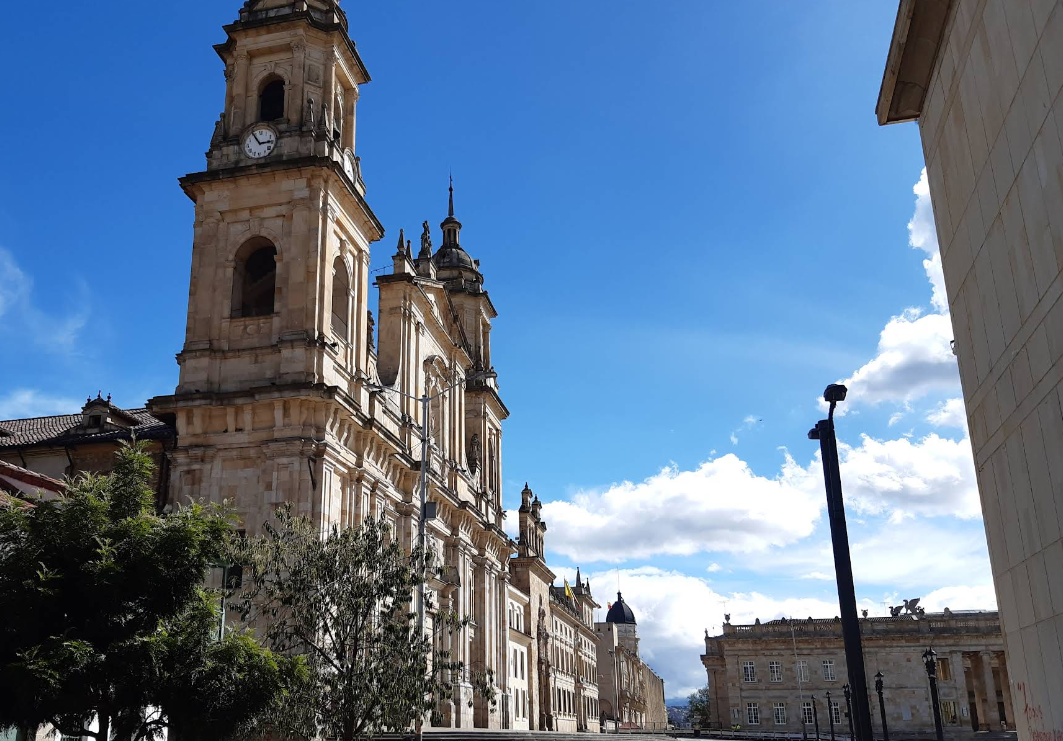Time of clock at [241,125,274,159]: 2:54
